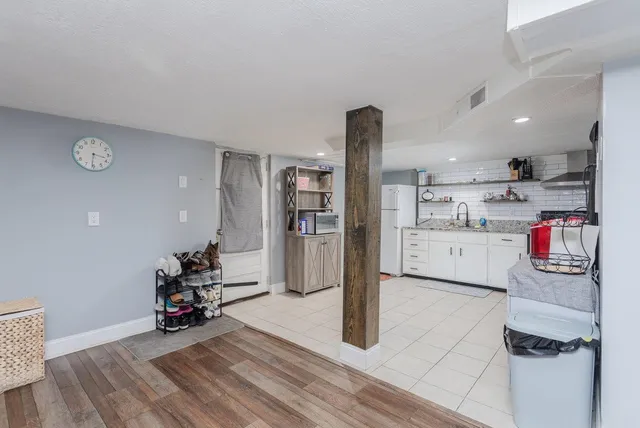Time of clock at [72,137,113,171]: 3:31
